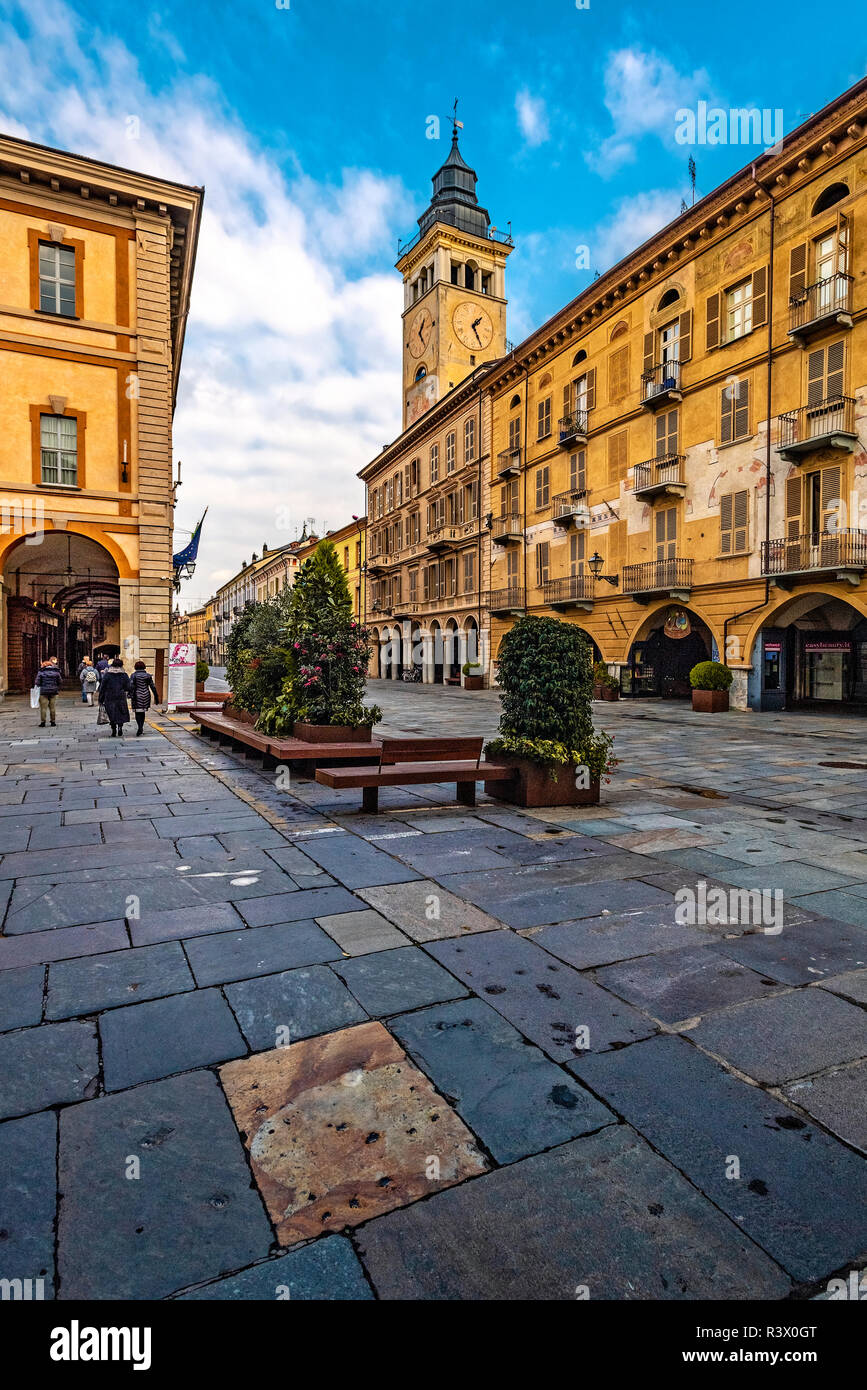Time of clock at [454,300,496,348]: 1:25
